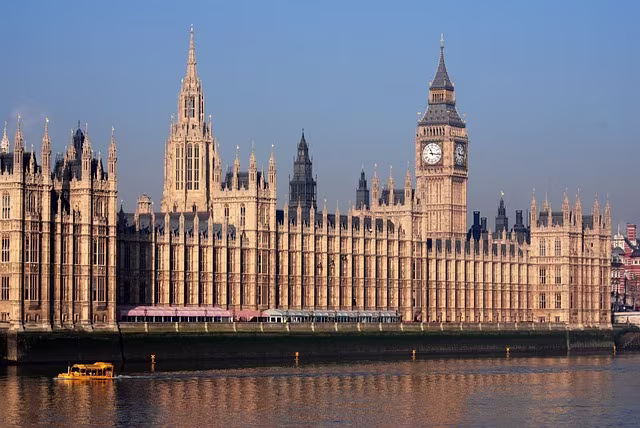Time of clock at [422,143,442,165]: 11:16
